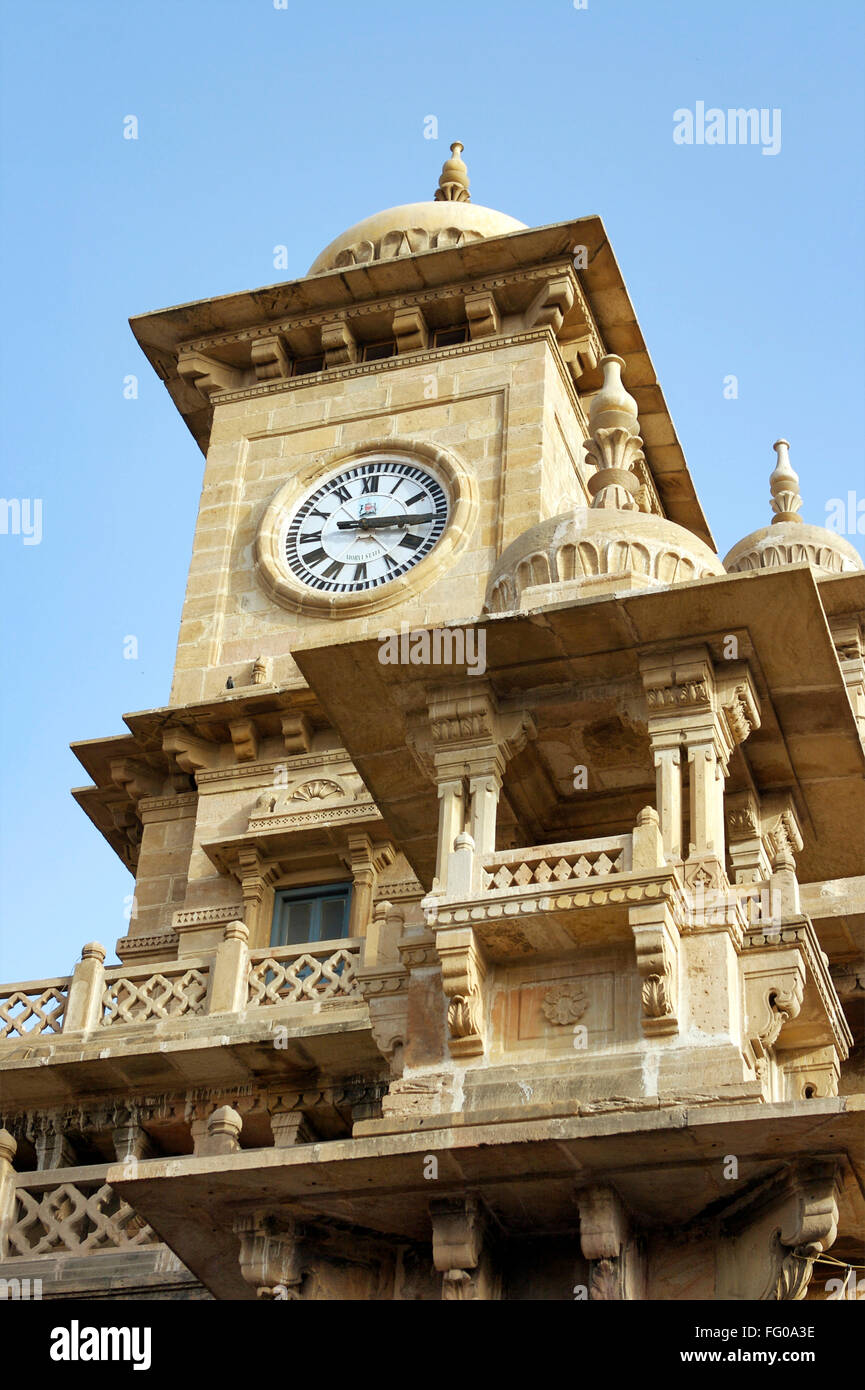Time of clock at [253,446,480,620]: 3:14
